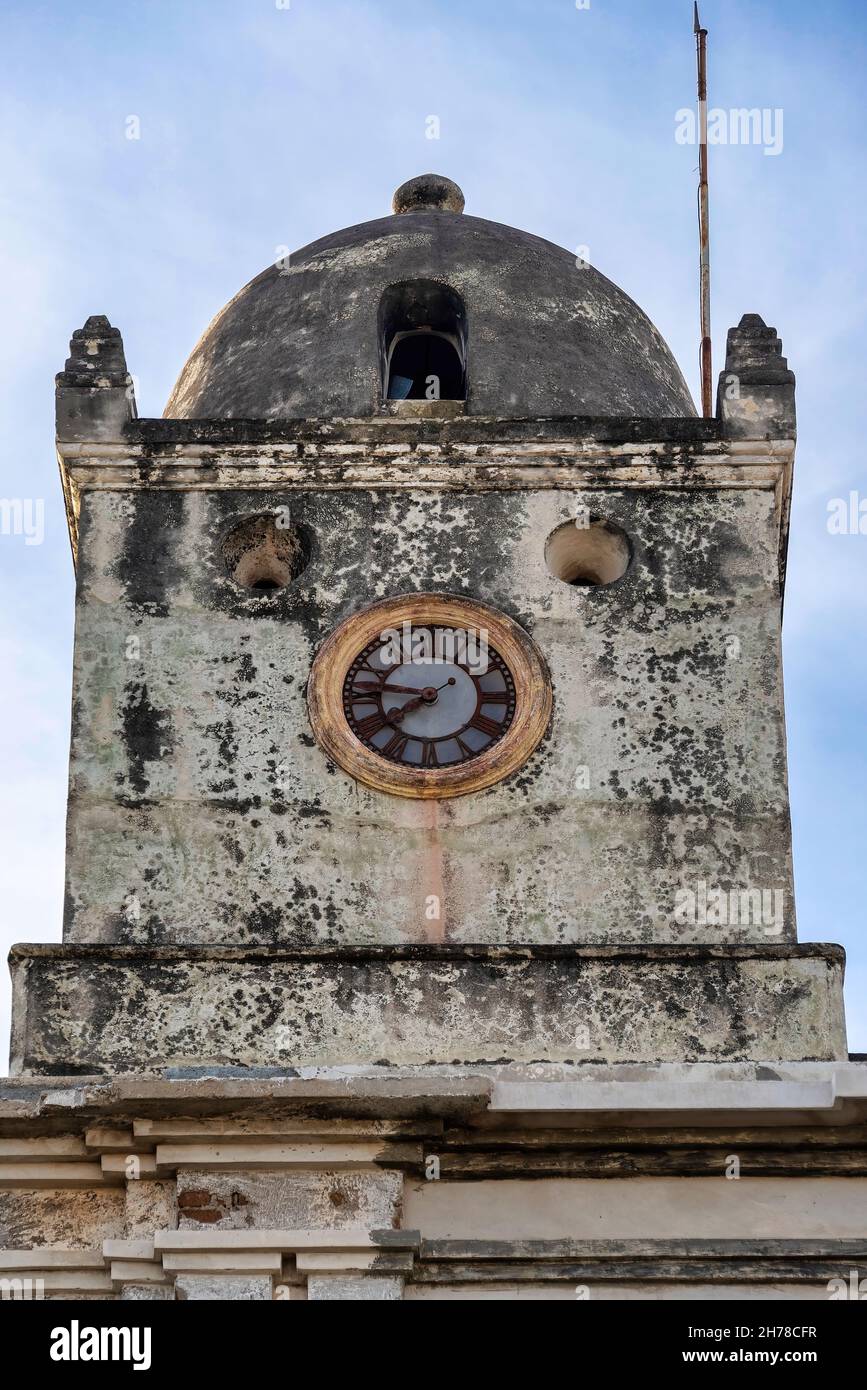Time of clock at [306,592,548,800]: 7:46
